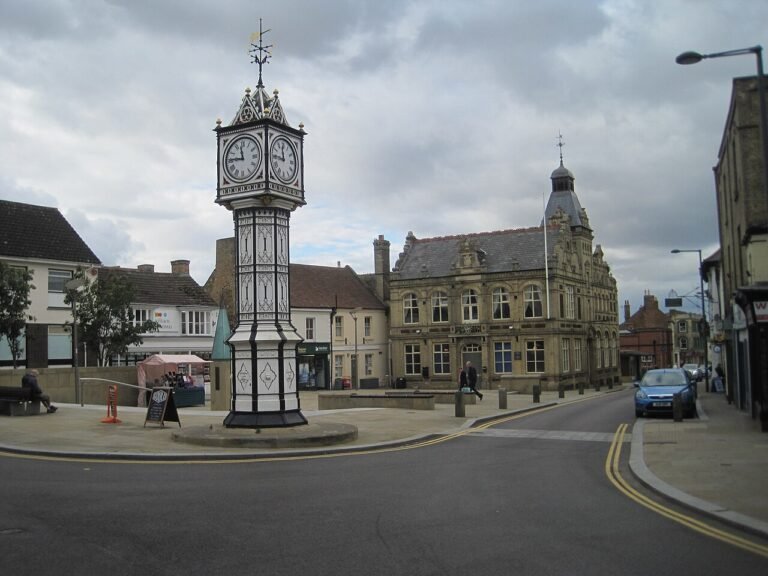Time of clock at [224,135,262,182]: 11:45
